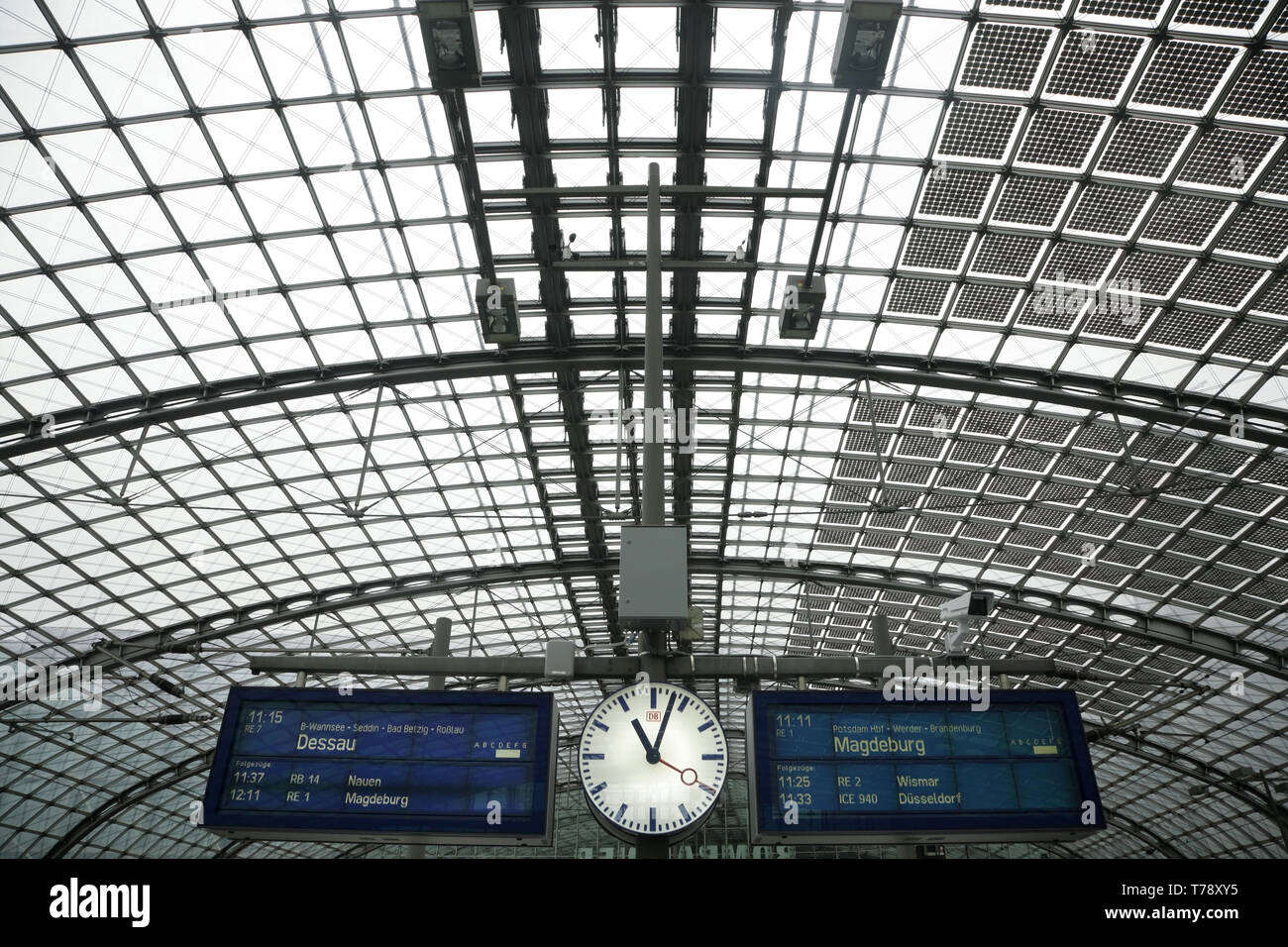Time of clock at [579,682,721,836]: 11:03
